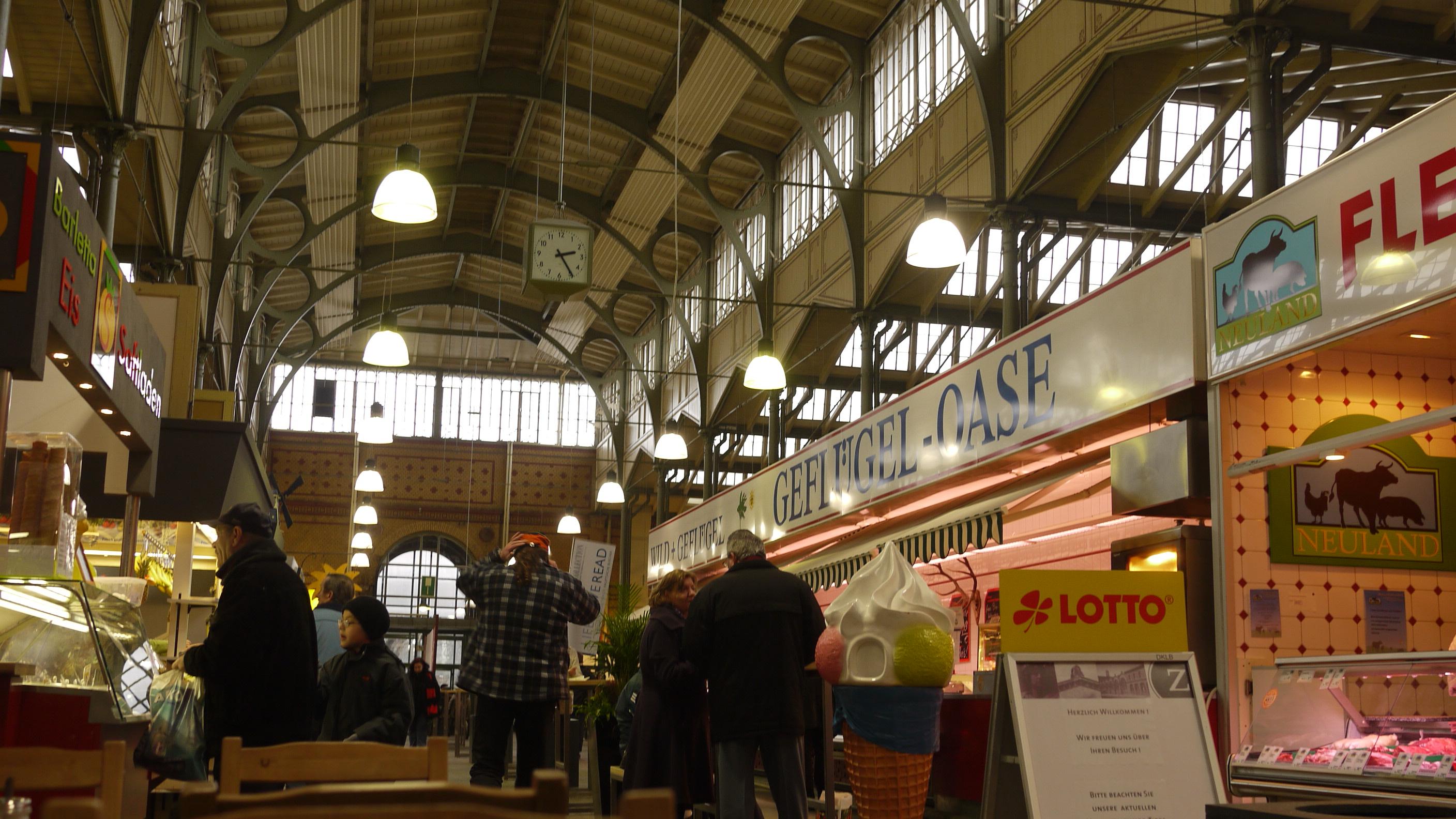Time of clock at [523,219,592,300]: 2:24
